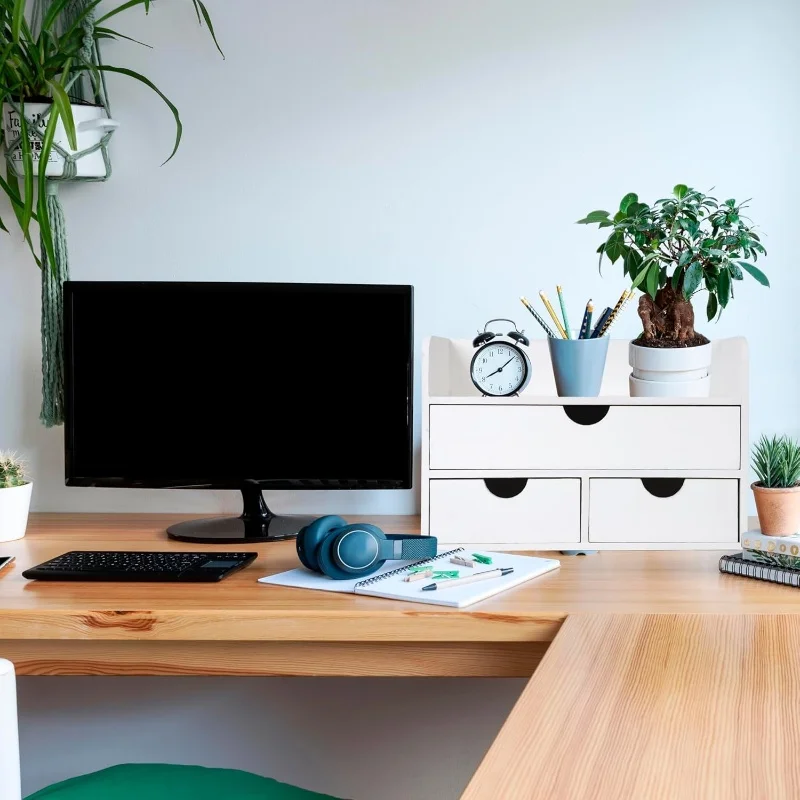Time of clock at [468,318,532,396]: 8:08
